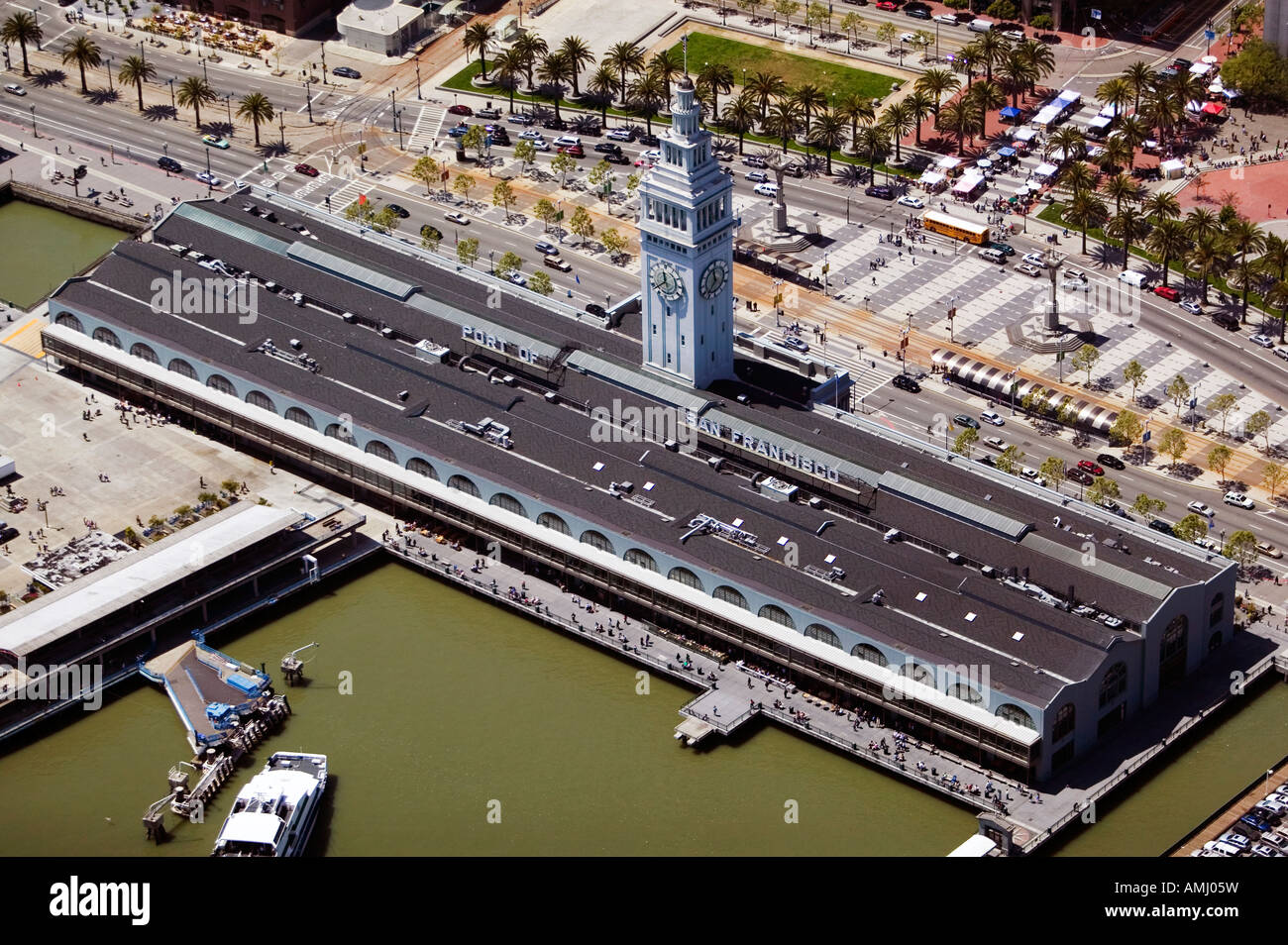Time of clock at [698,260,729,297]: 11:36
